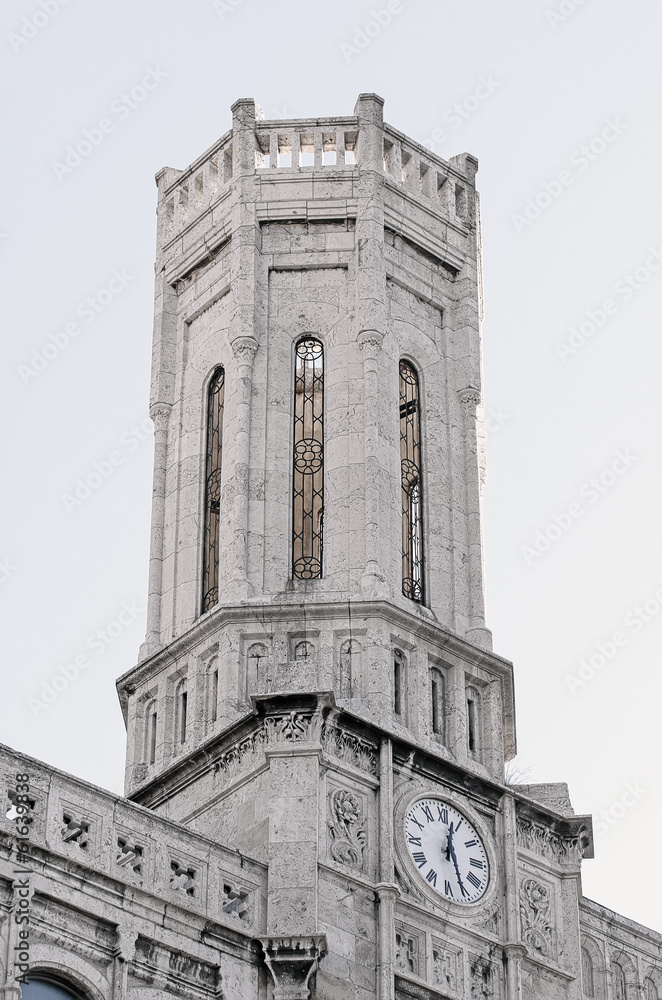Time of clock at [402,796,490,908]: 12:26
